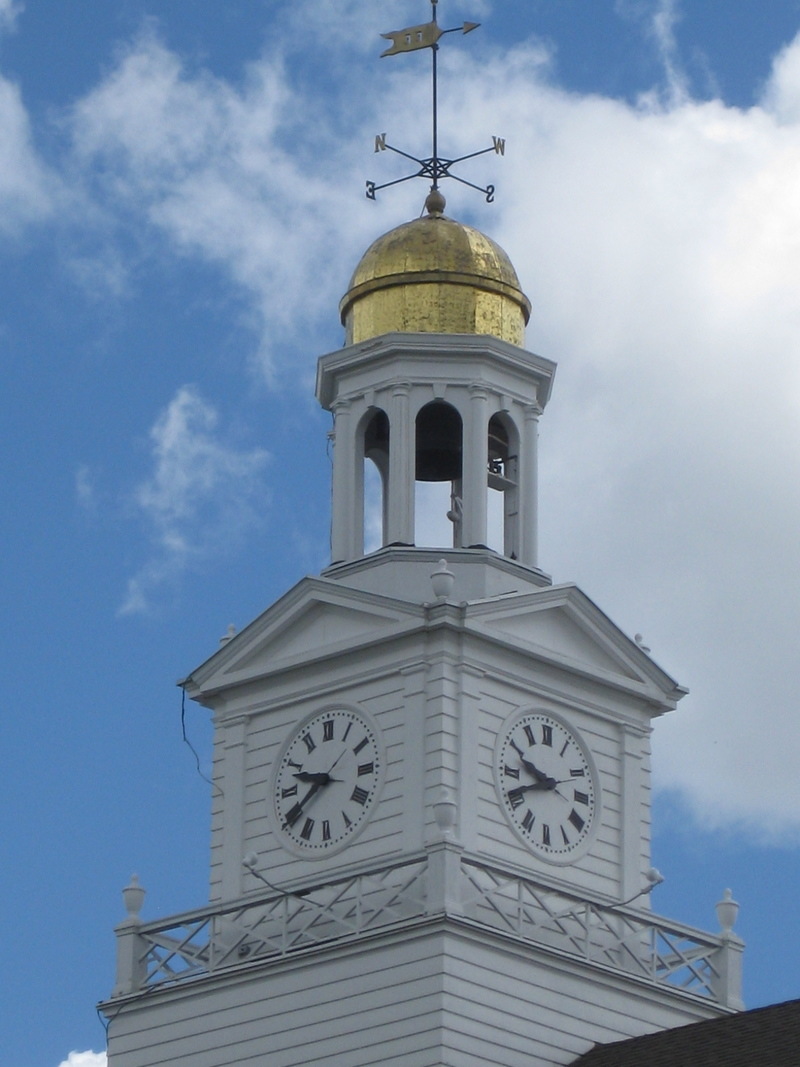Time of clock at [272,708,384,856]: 9:39
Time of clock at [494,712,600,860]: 9:41
